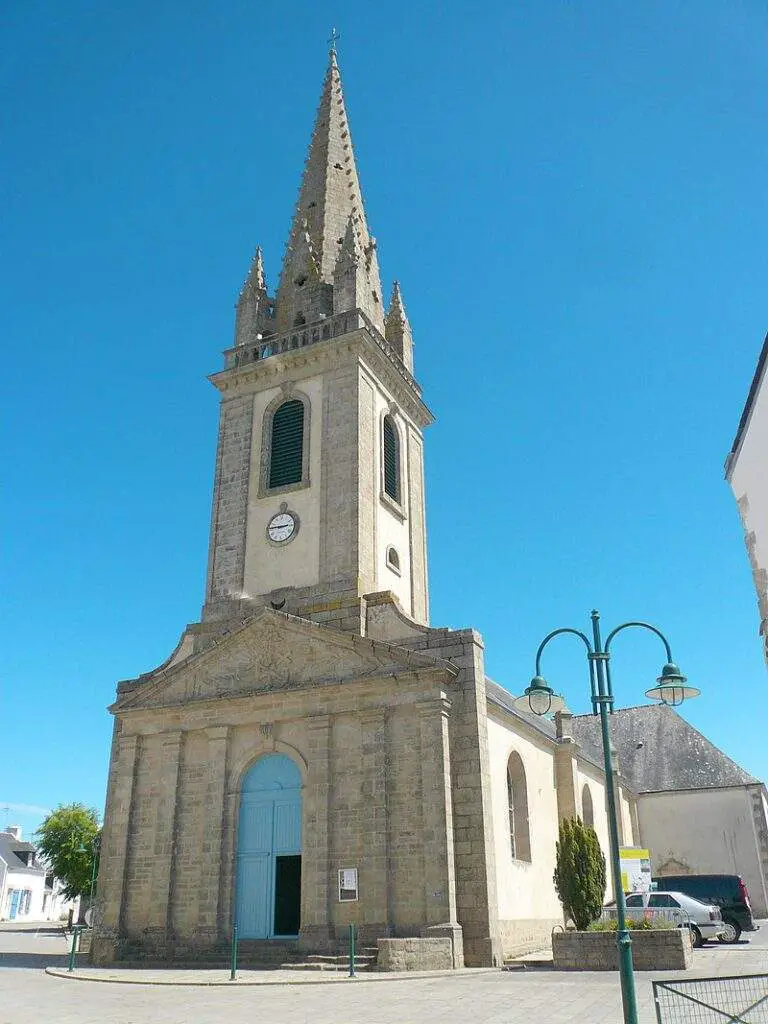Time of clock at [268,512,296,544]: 2:45
